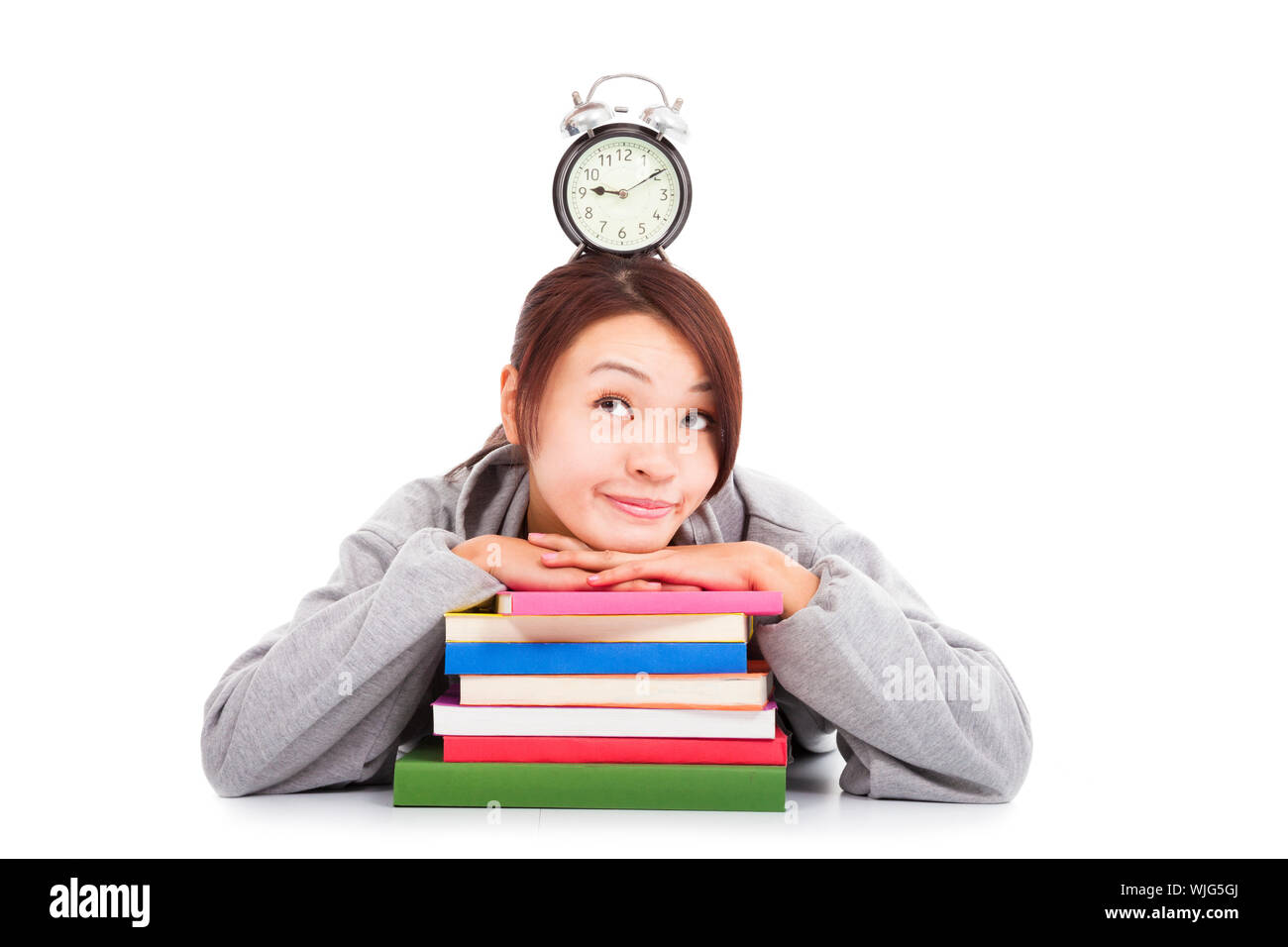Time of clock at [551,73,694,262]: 9:09
